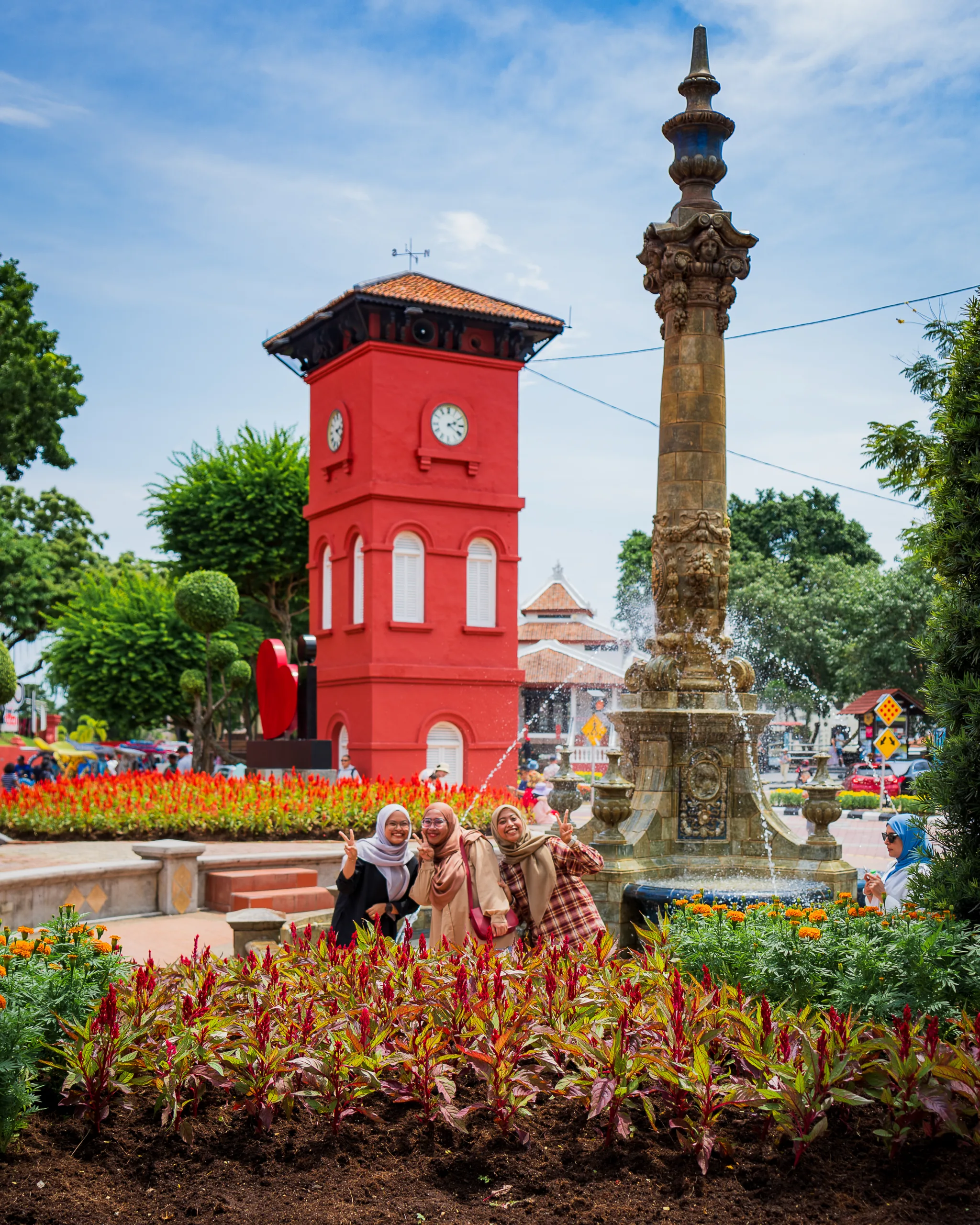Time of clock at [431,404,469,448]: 2:21
